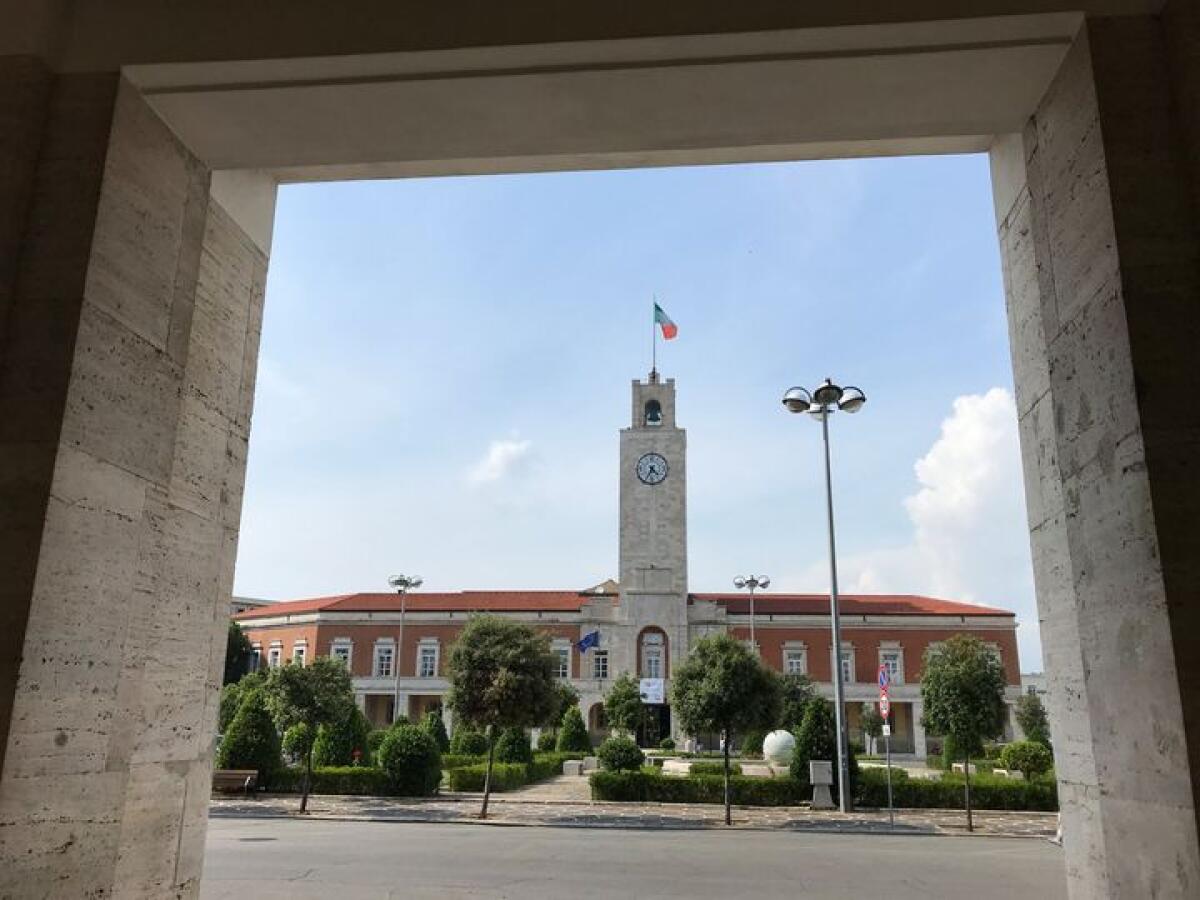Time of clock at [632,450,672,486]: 4:34
